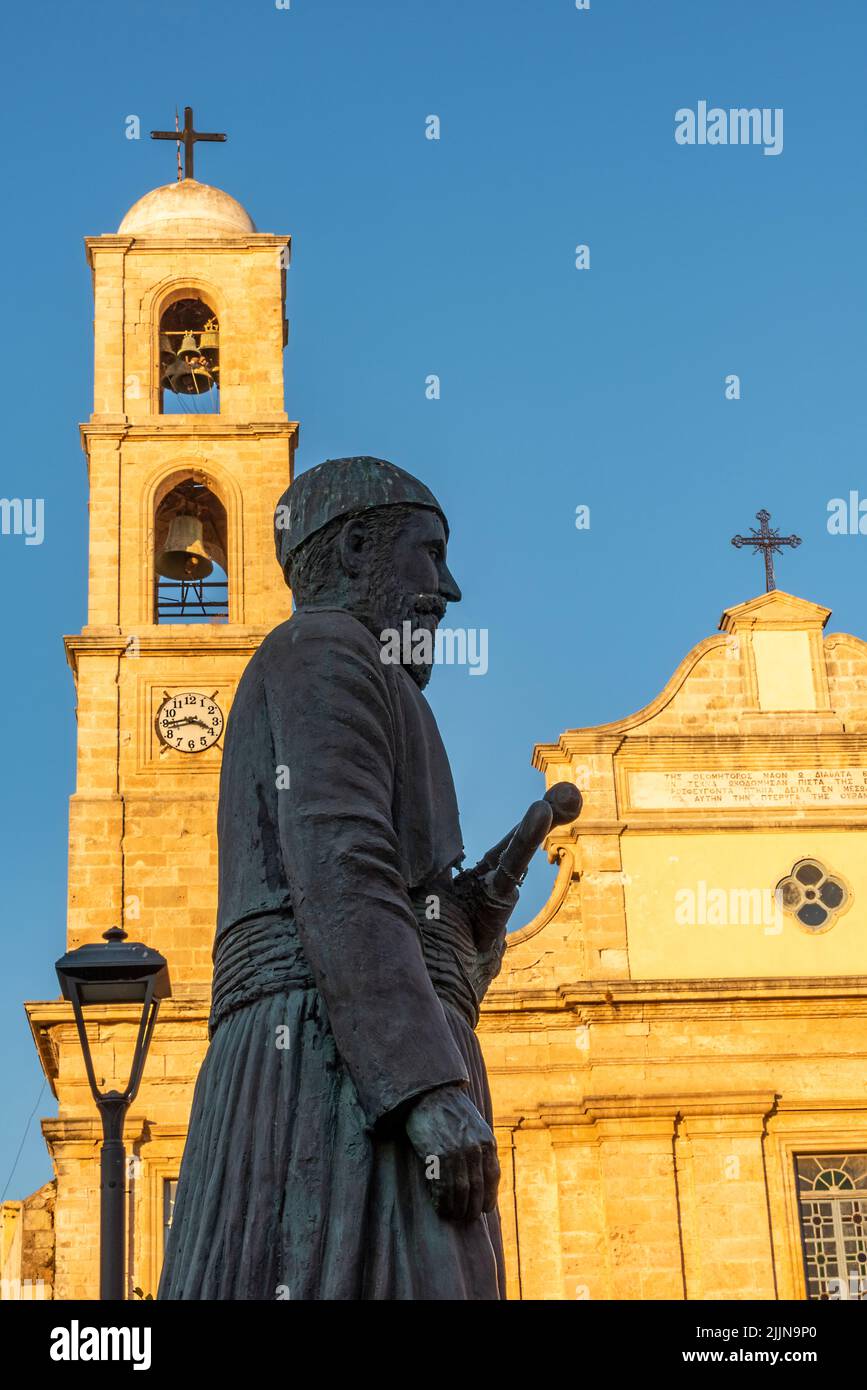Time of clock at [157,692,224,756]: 3:43
